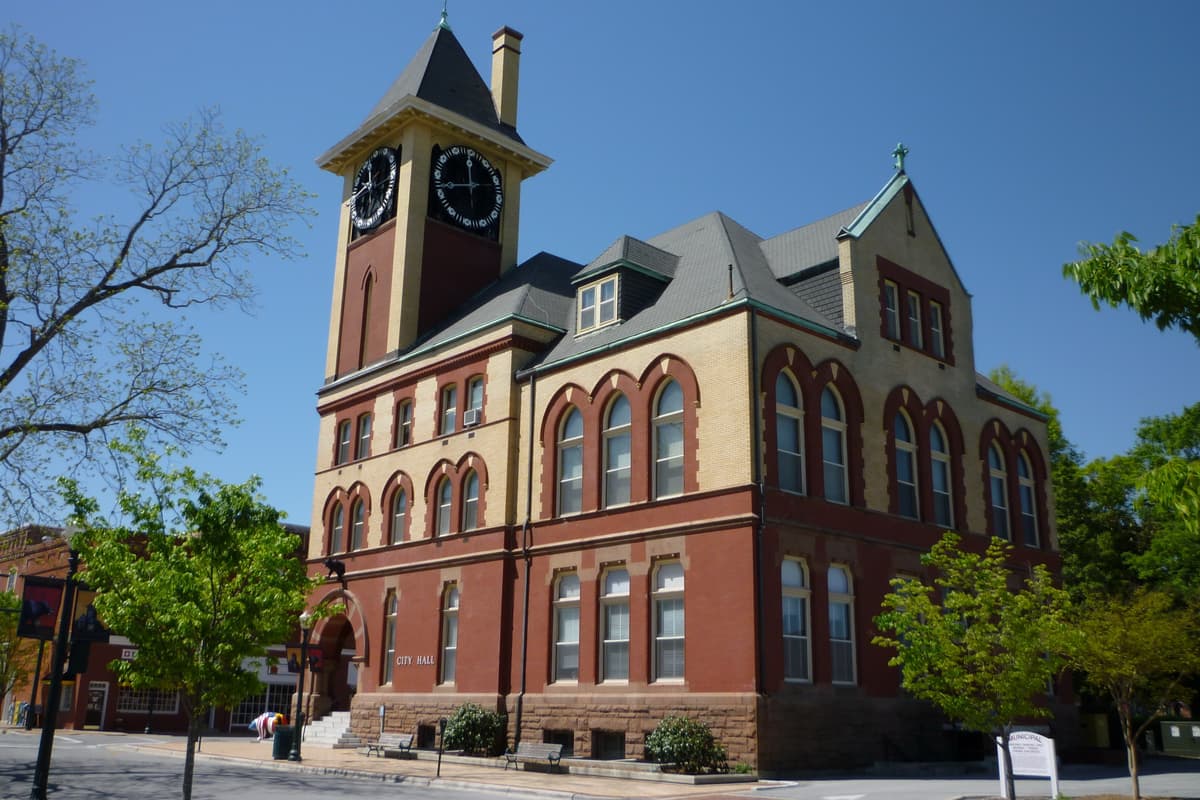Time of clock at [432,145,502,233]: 11:42
